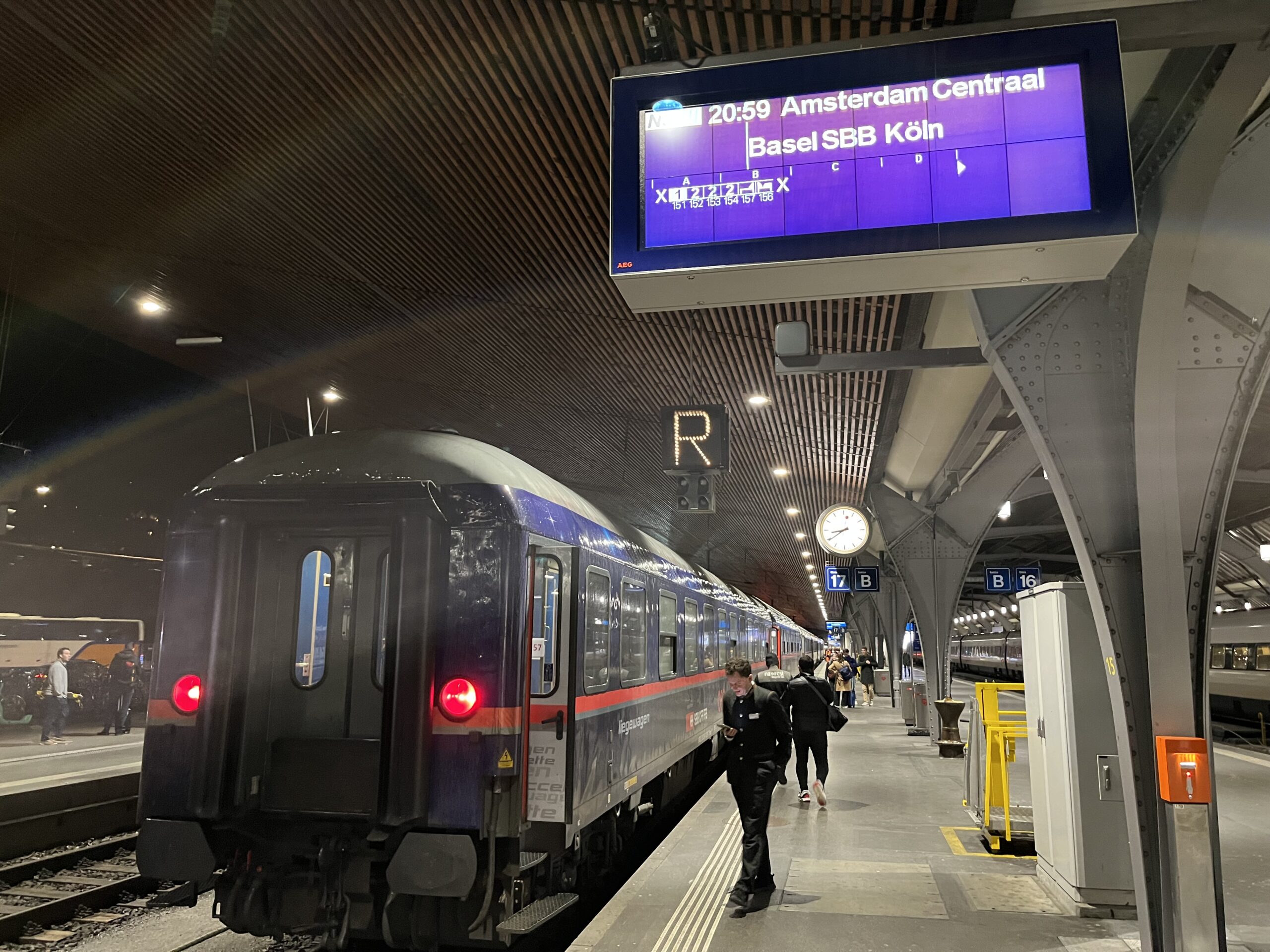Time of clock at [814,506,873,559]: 8:39
